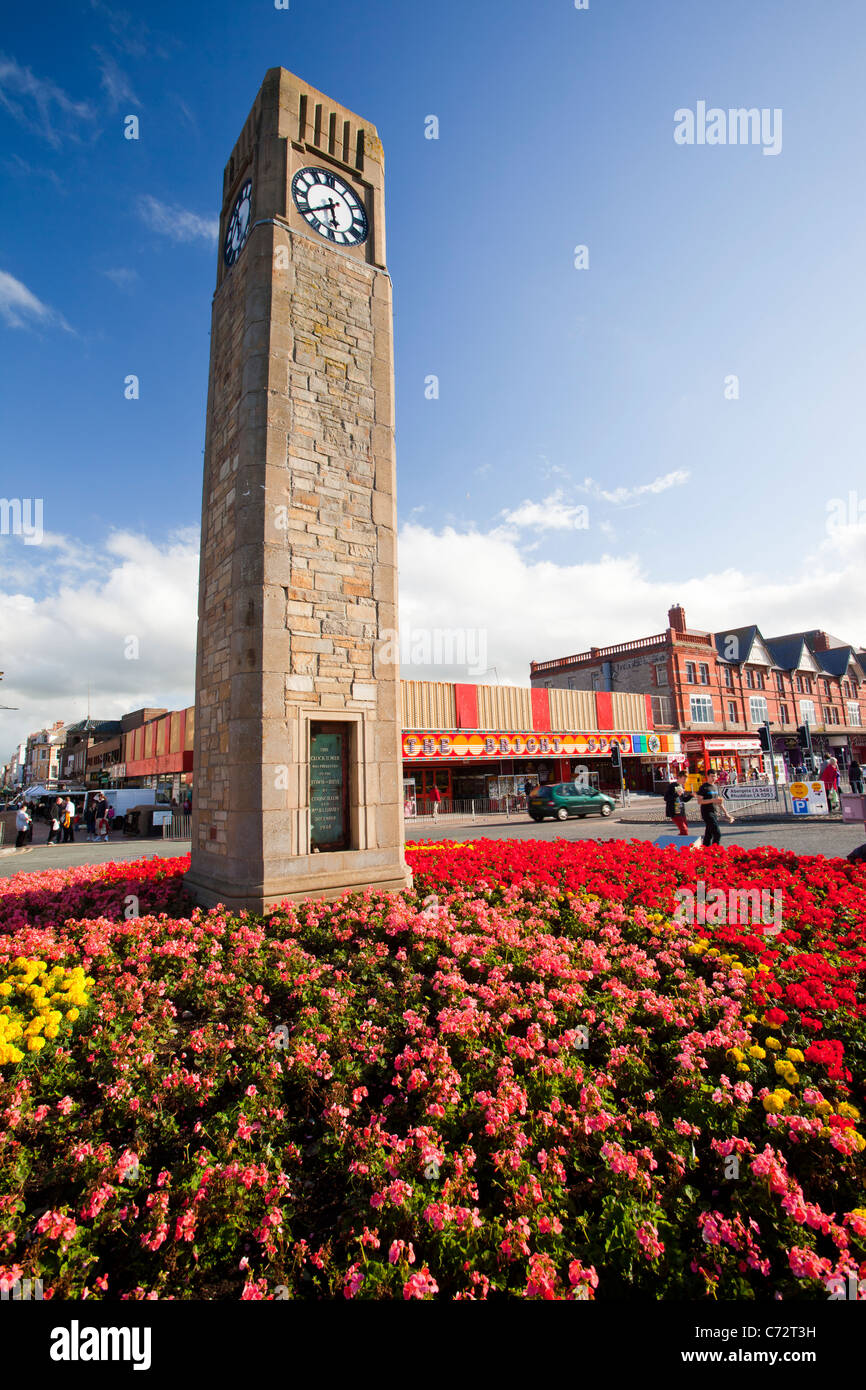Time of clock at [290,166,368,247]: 5:38
